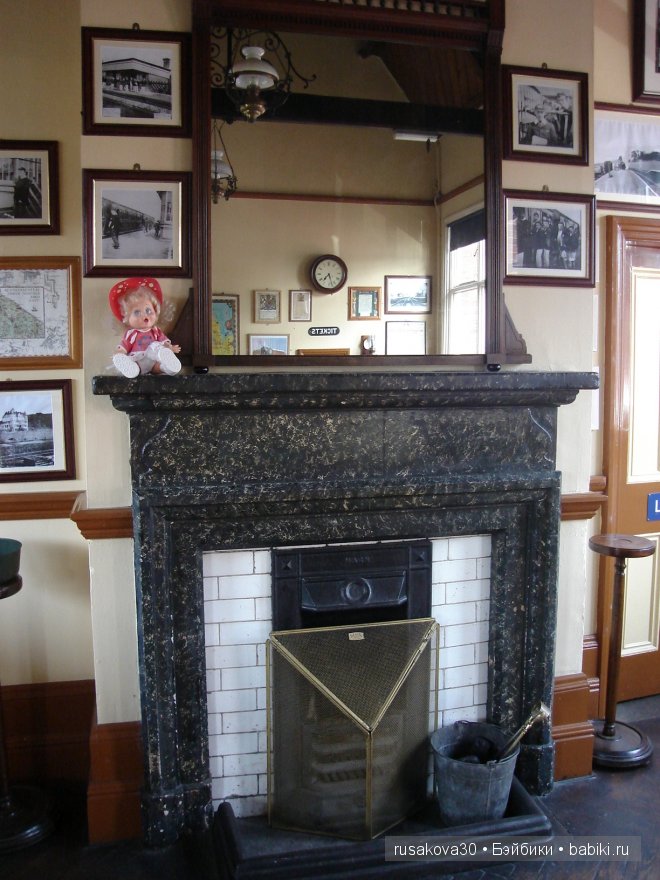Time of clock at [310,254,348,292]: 7:27
